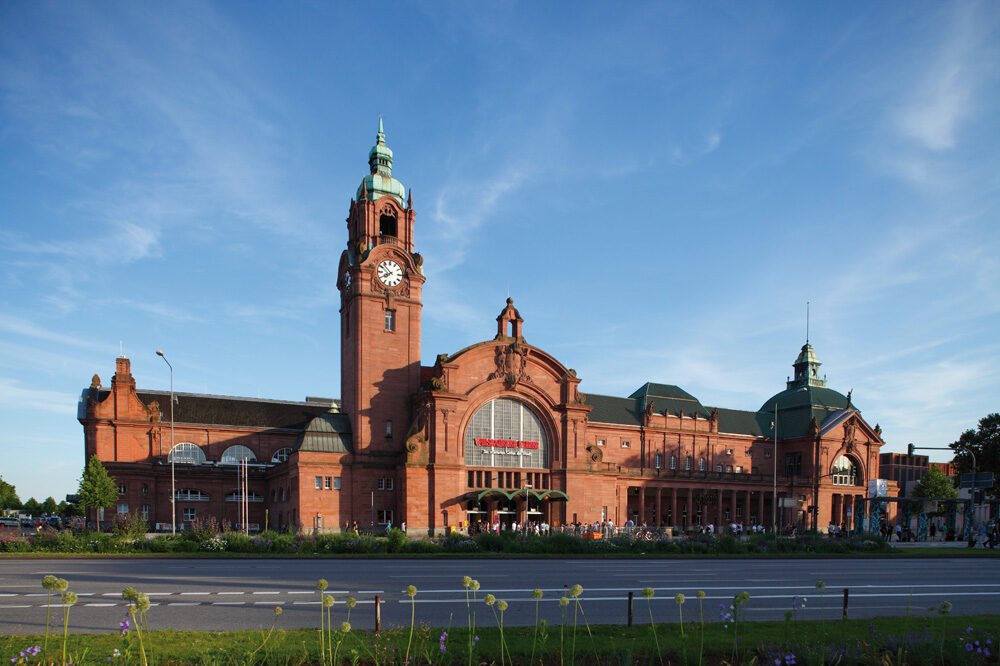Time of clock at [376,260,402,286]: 7:52
